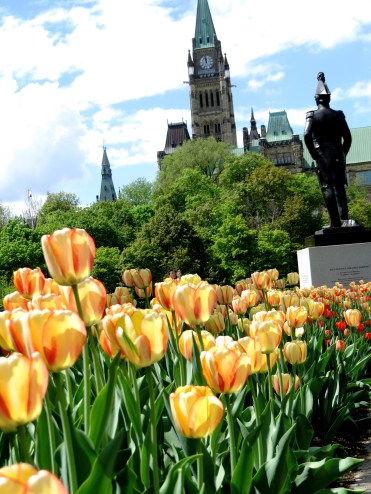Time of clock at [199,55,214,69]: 11:58
